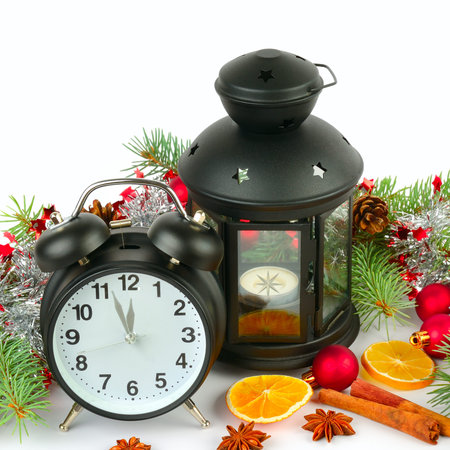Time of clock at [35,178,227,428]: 11:56
